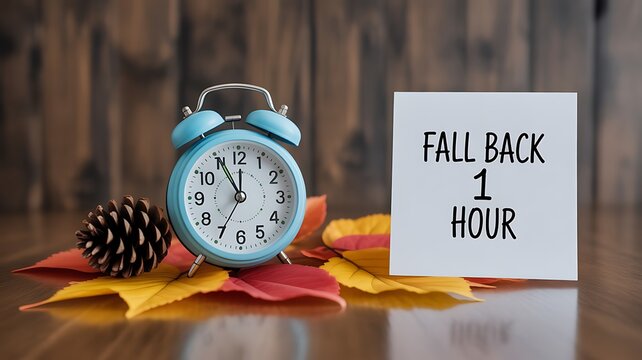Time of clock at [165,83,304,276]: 11:55
